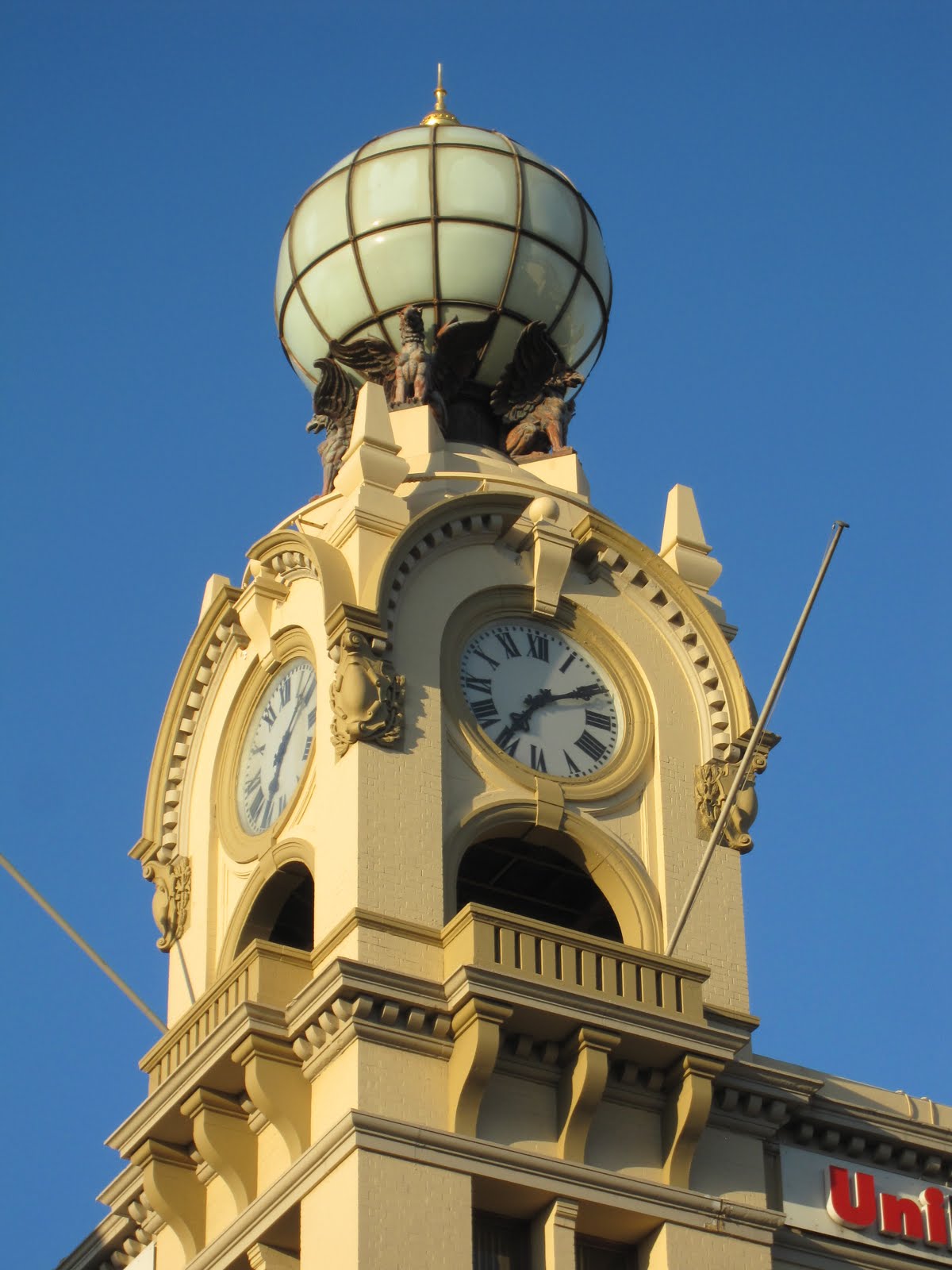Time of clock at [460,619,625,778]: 7:10
